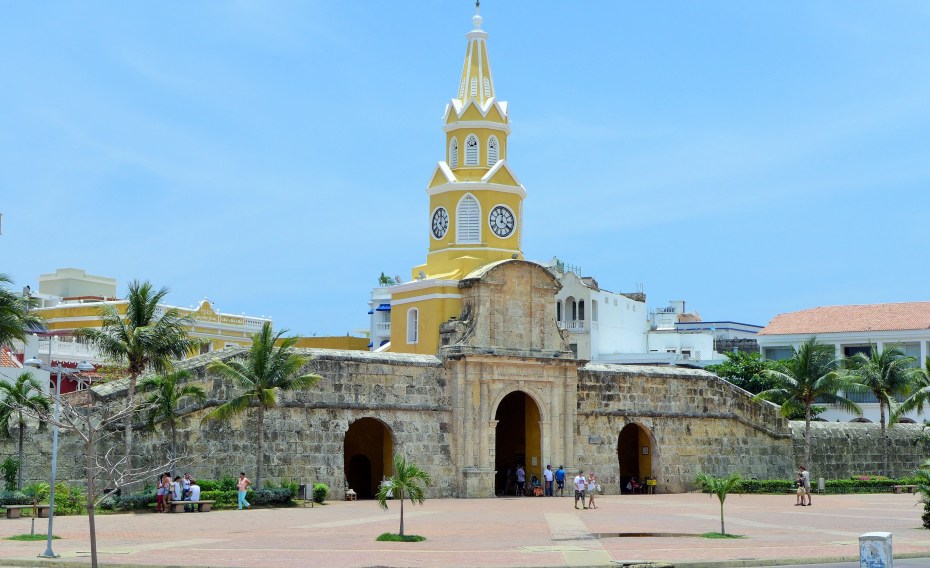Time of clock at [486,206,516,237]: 12:20
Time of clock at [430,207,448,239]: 12:23
